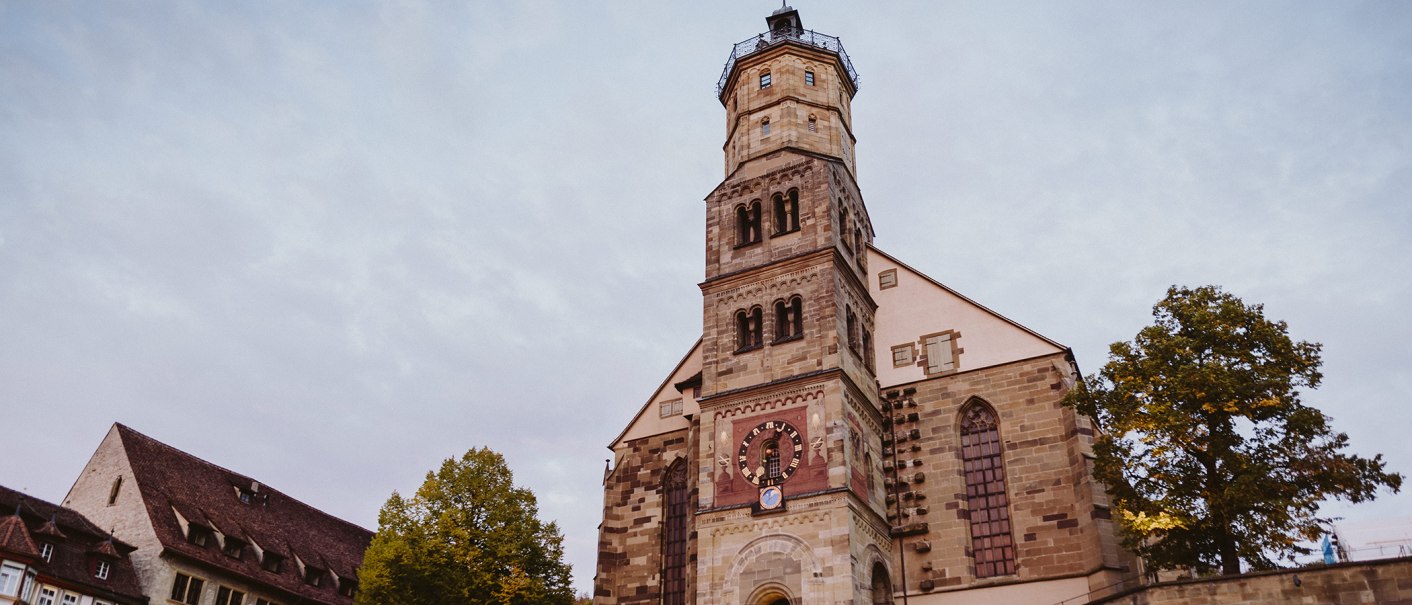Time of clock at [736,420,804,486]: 12:30
